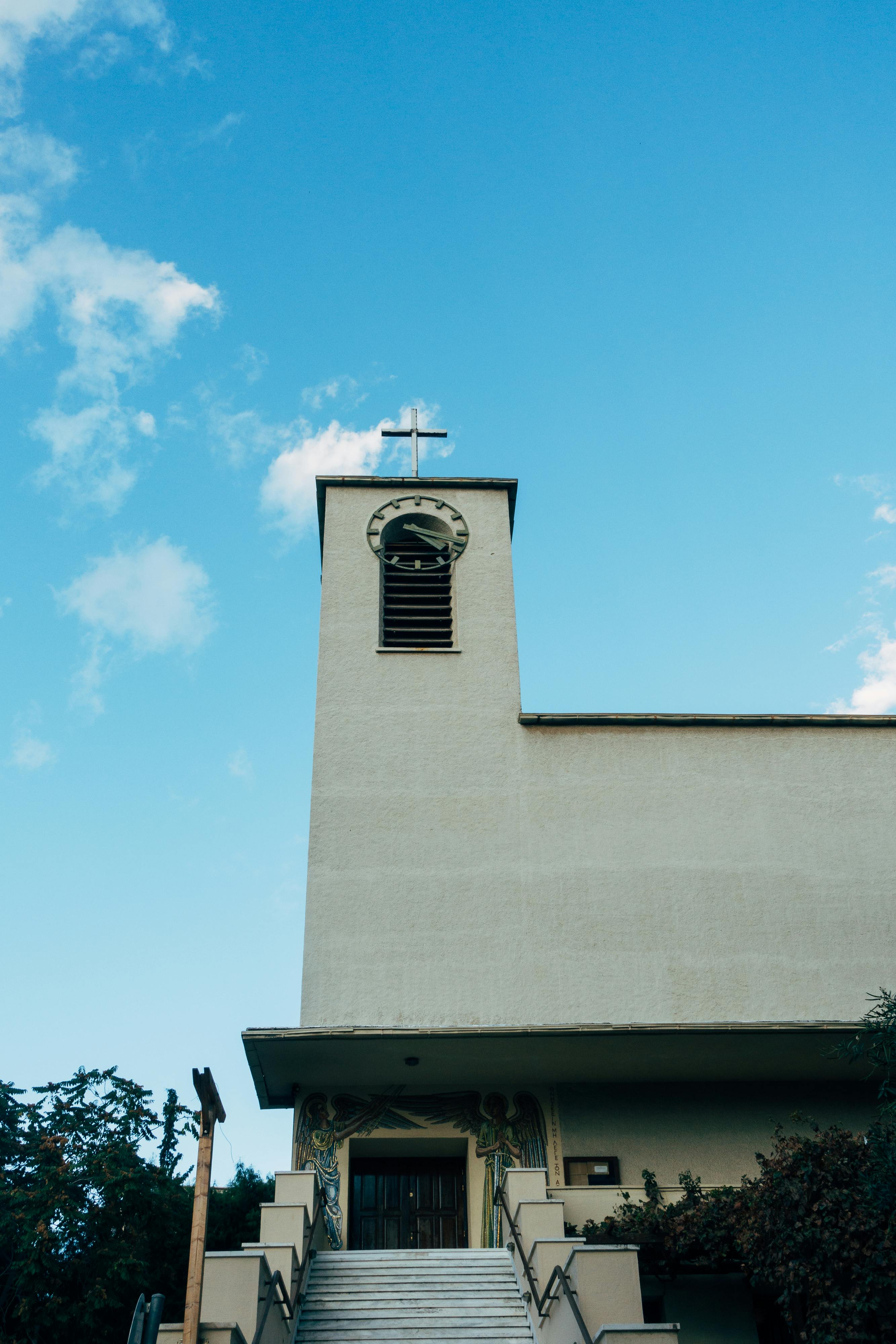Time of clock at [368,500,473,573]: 4:18
